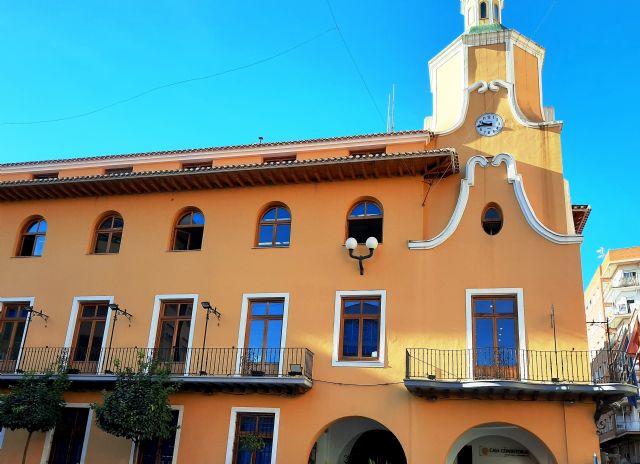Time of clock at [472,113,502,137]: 9:44
